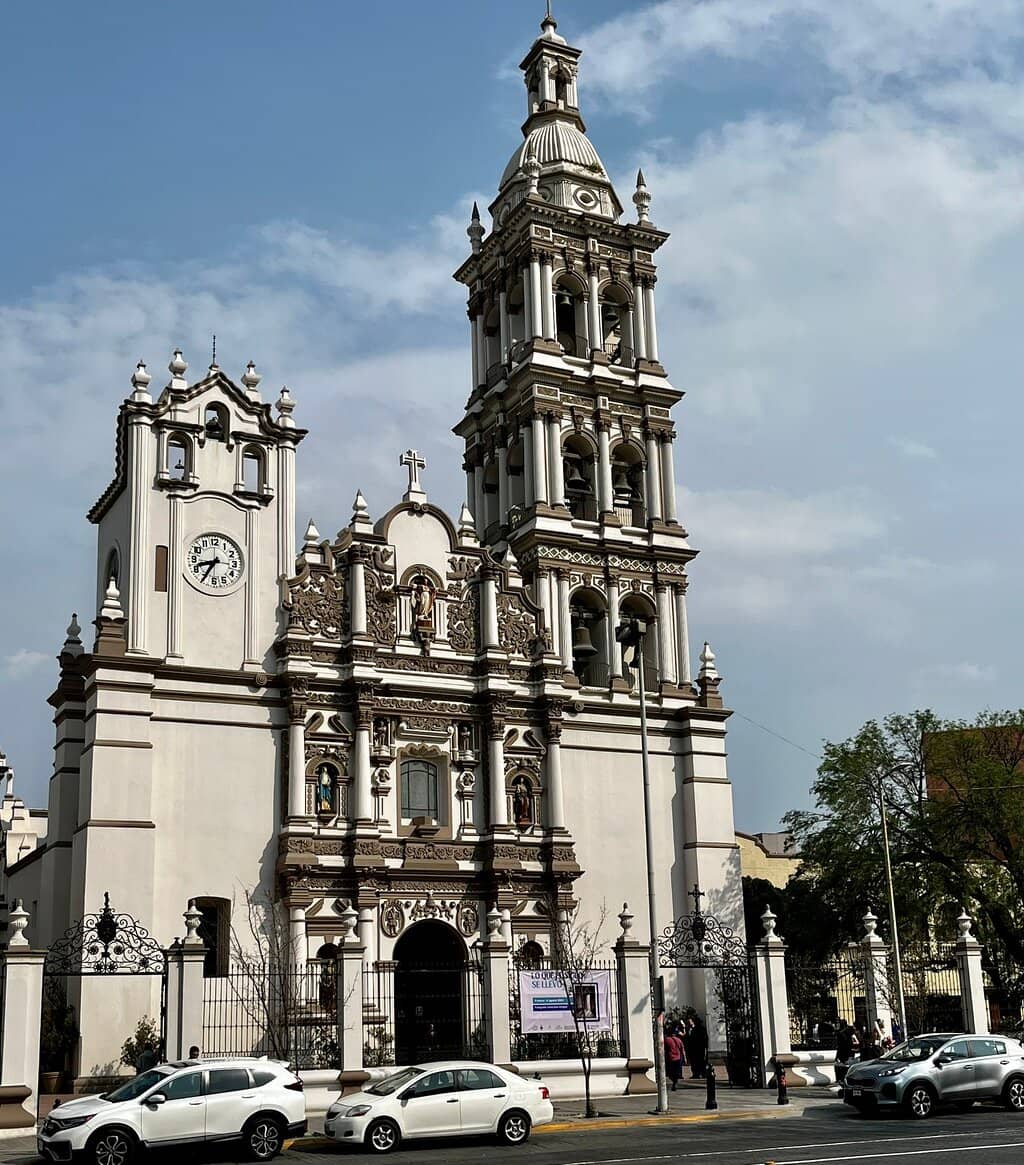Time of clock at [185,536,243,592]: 8:35
